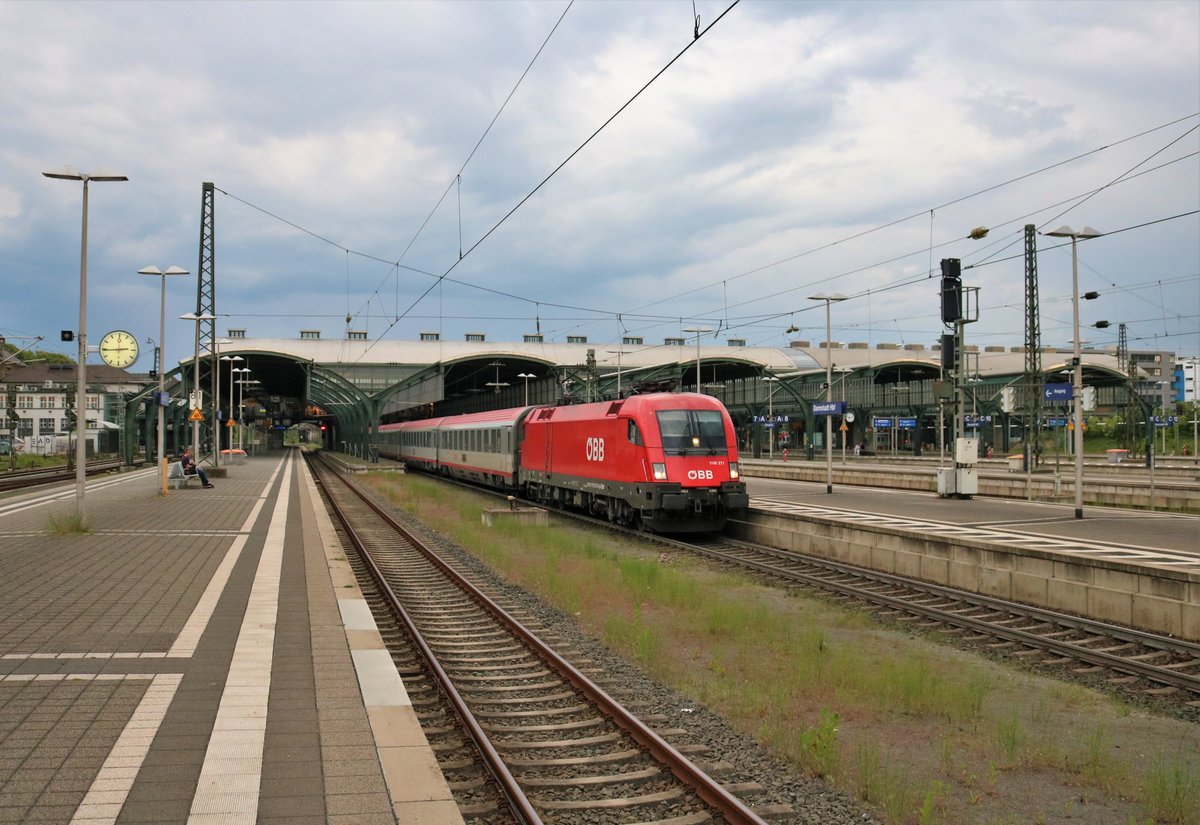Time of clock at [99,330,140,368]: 2:44
